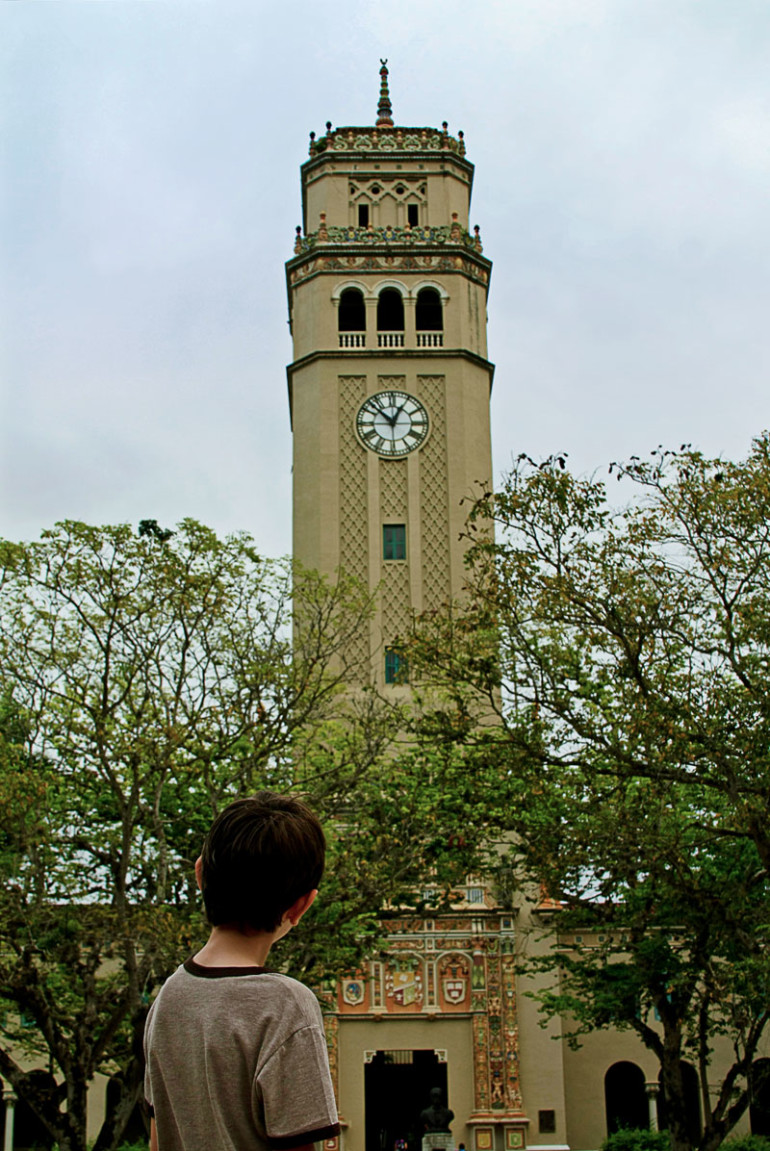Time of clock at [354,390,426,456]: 12:52
